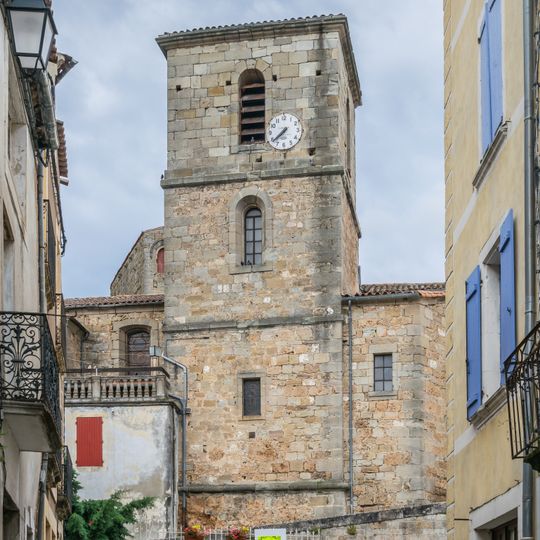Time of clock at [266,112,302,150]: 7:38
